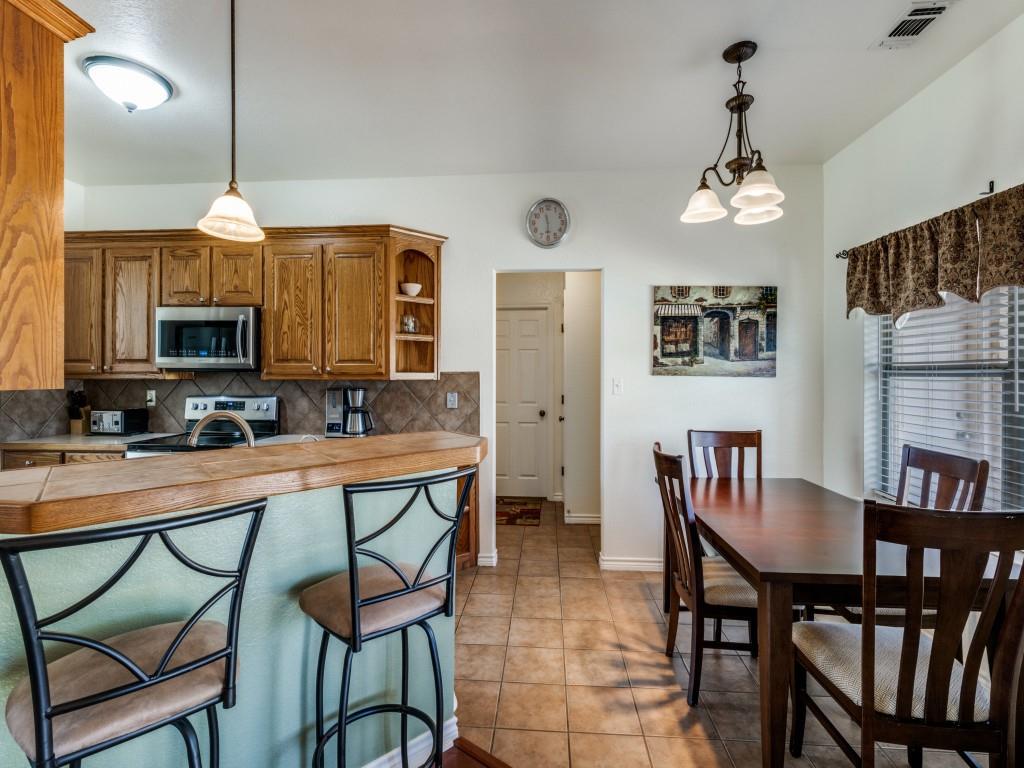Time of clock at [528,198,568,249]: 11:29
